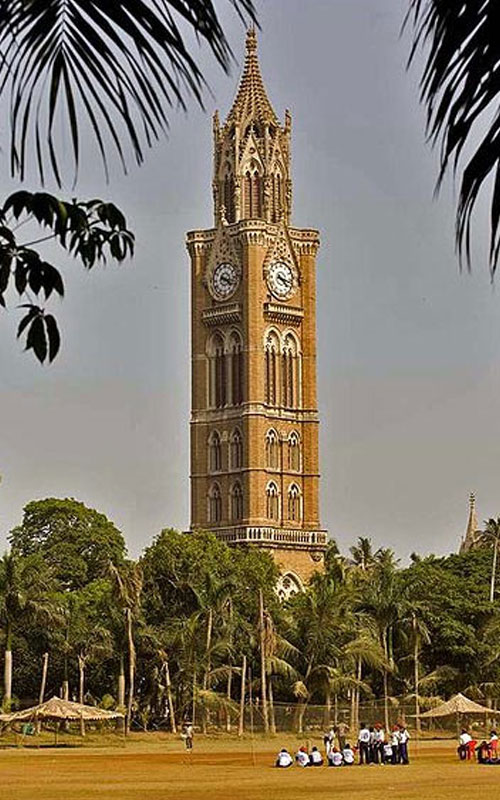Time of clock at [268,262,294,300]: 4:17
